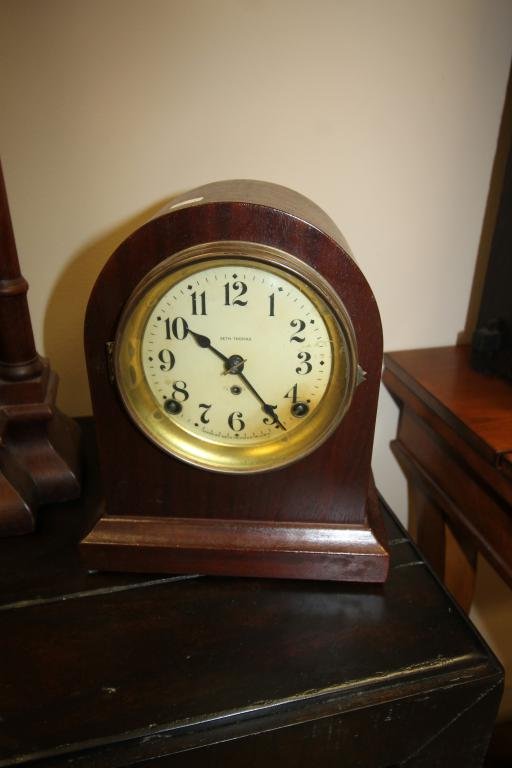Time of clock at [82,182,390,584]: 10:23
